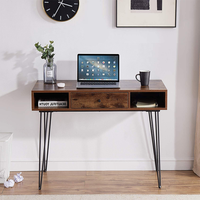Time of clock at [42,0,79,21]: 3:34
